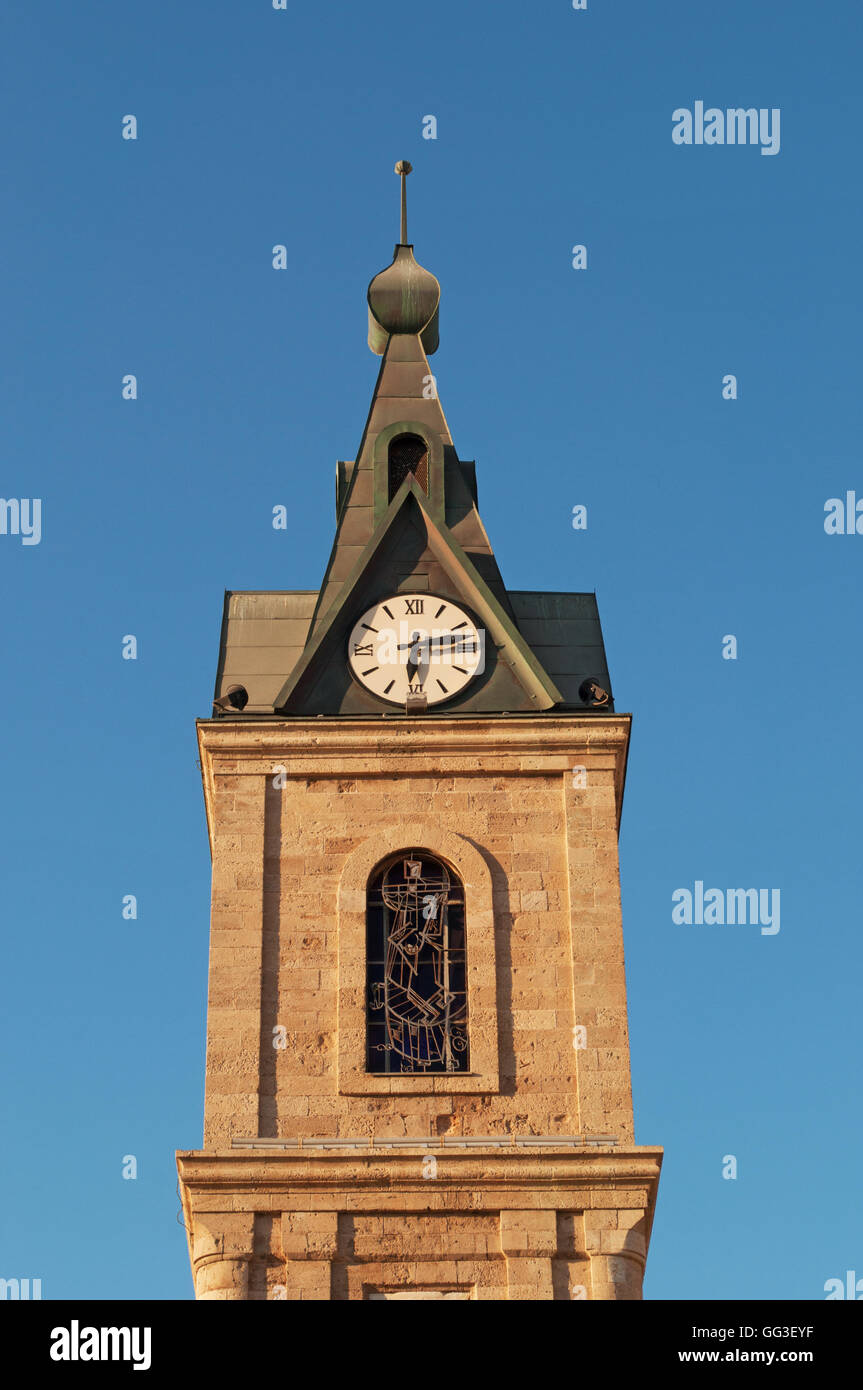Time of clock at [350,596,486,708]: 6:13
